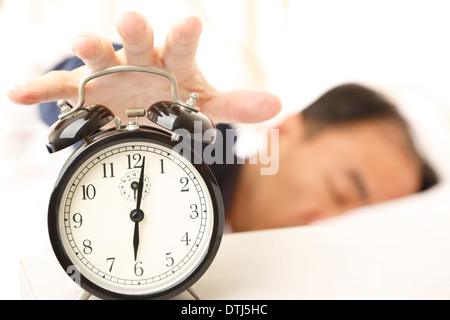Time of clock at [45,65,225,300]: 6:01
